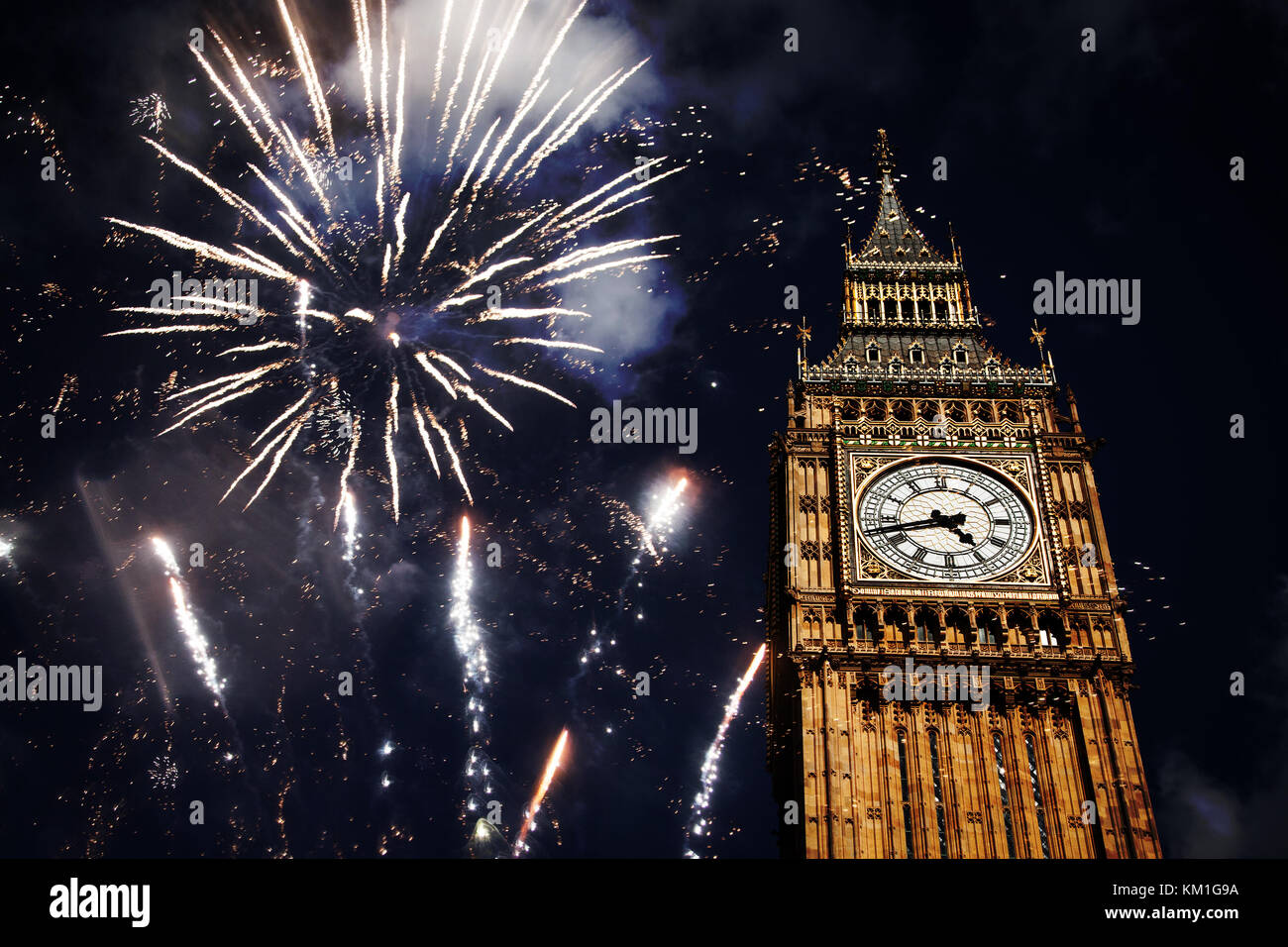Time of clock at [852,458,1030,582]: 4:42
